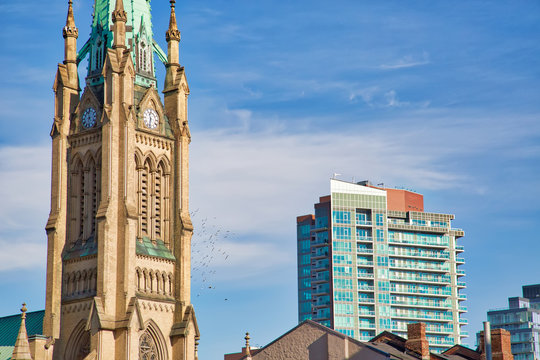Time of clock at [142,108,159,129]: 11:32
